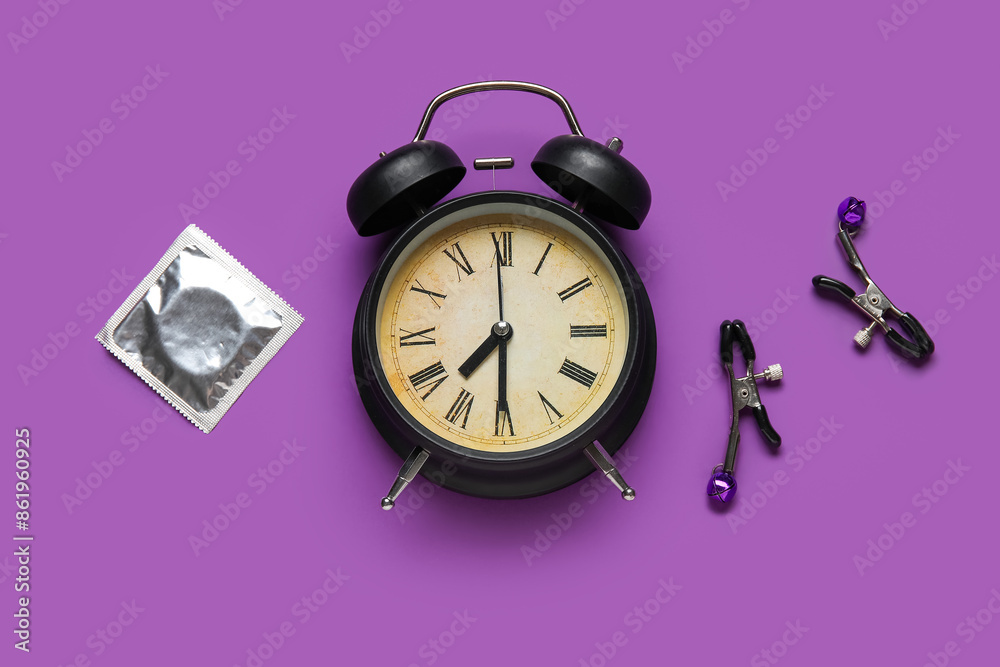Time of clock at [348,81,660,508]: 7:30
